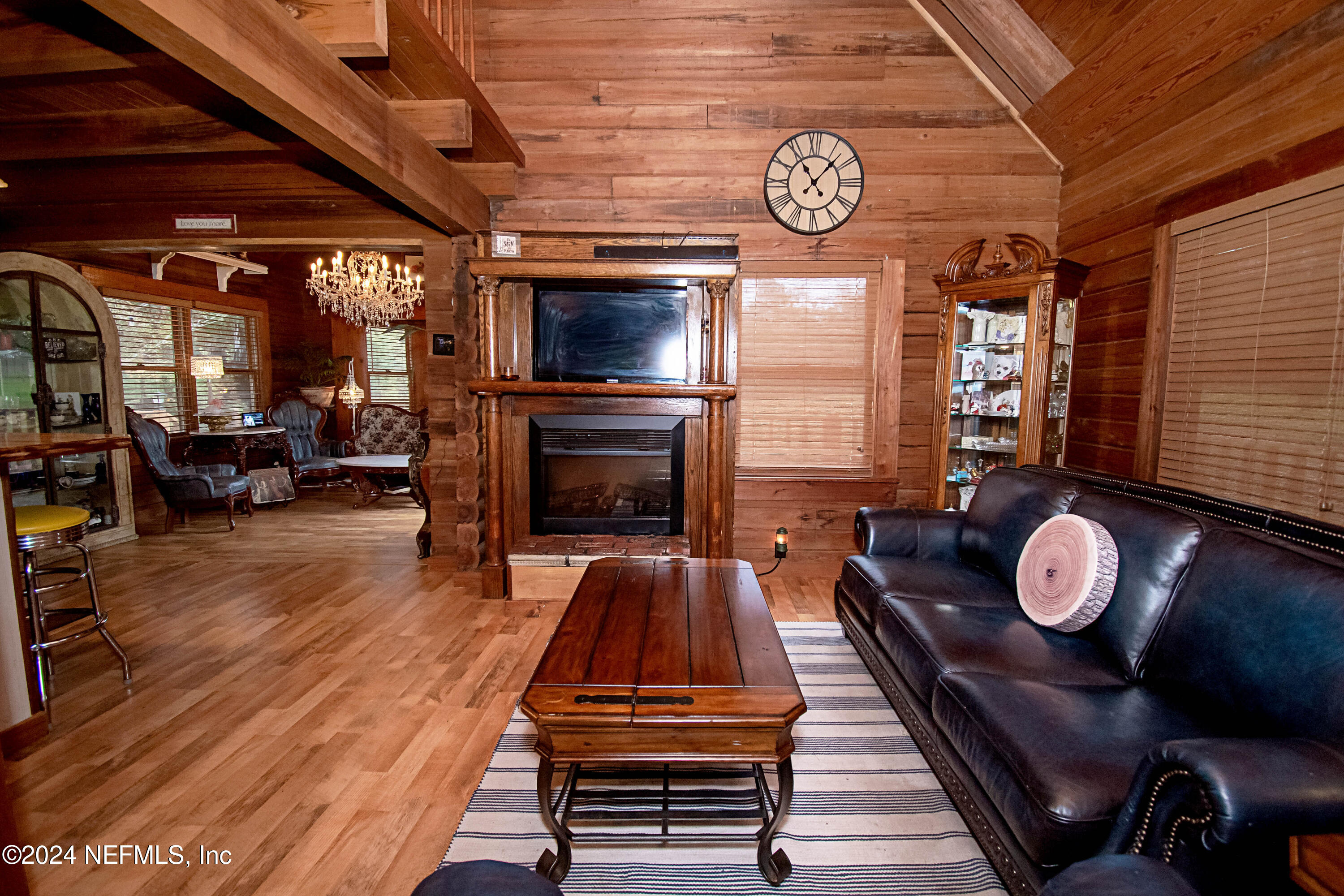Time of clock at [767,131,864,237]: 11:07
